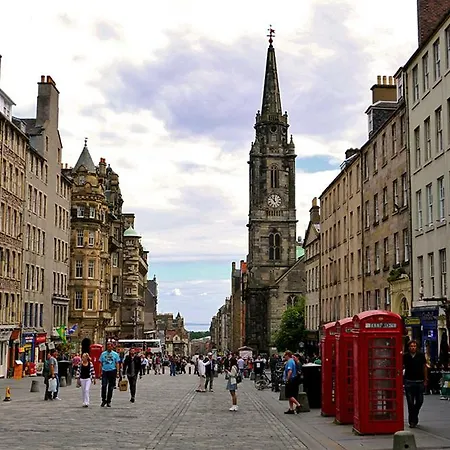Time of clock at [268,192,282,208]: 11:52
